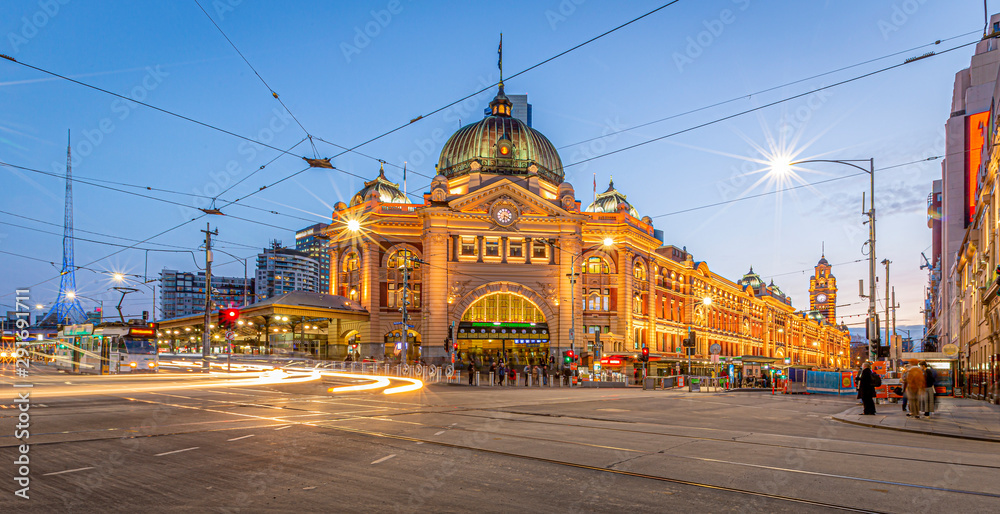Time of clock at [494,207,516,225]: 6:19
